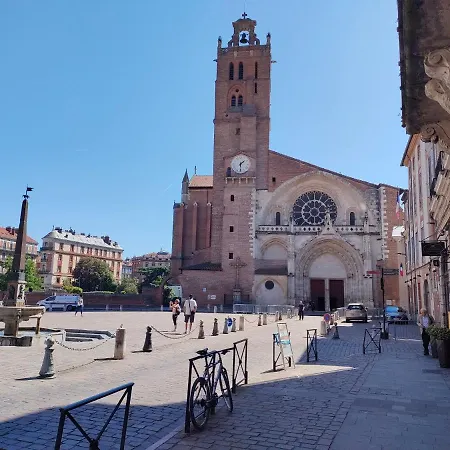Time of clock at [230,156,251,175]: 1:30
